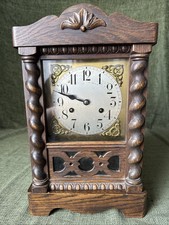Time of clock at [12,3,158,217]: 9:48
